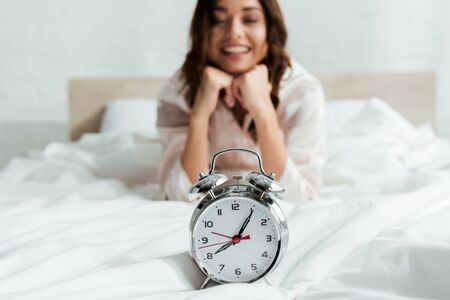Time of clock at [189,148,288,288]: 8:05
